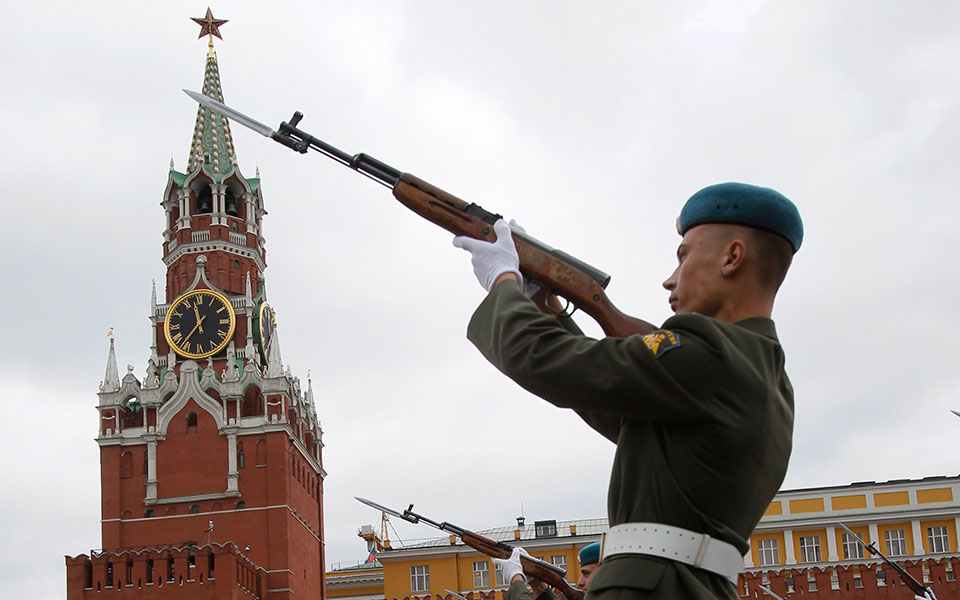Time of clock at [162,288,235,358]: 11:36
